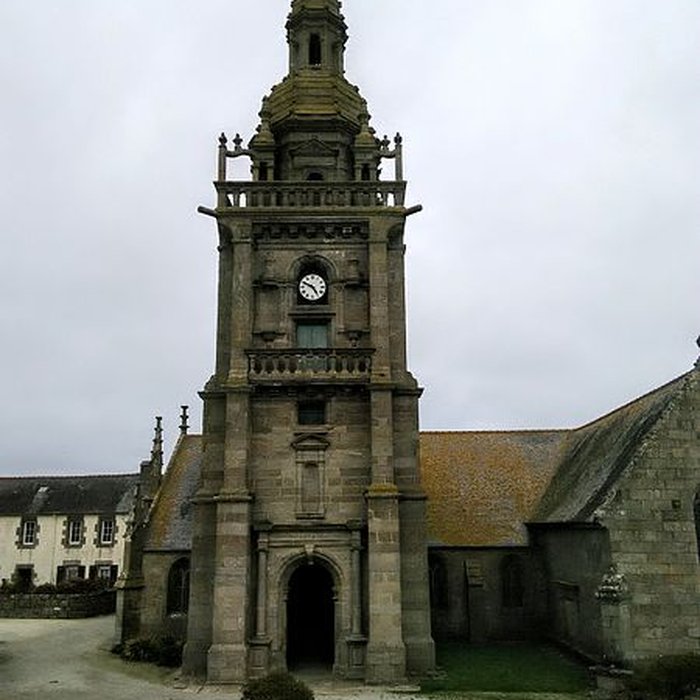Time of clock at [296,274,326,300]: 4:49
